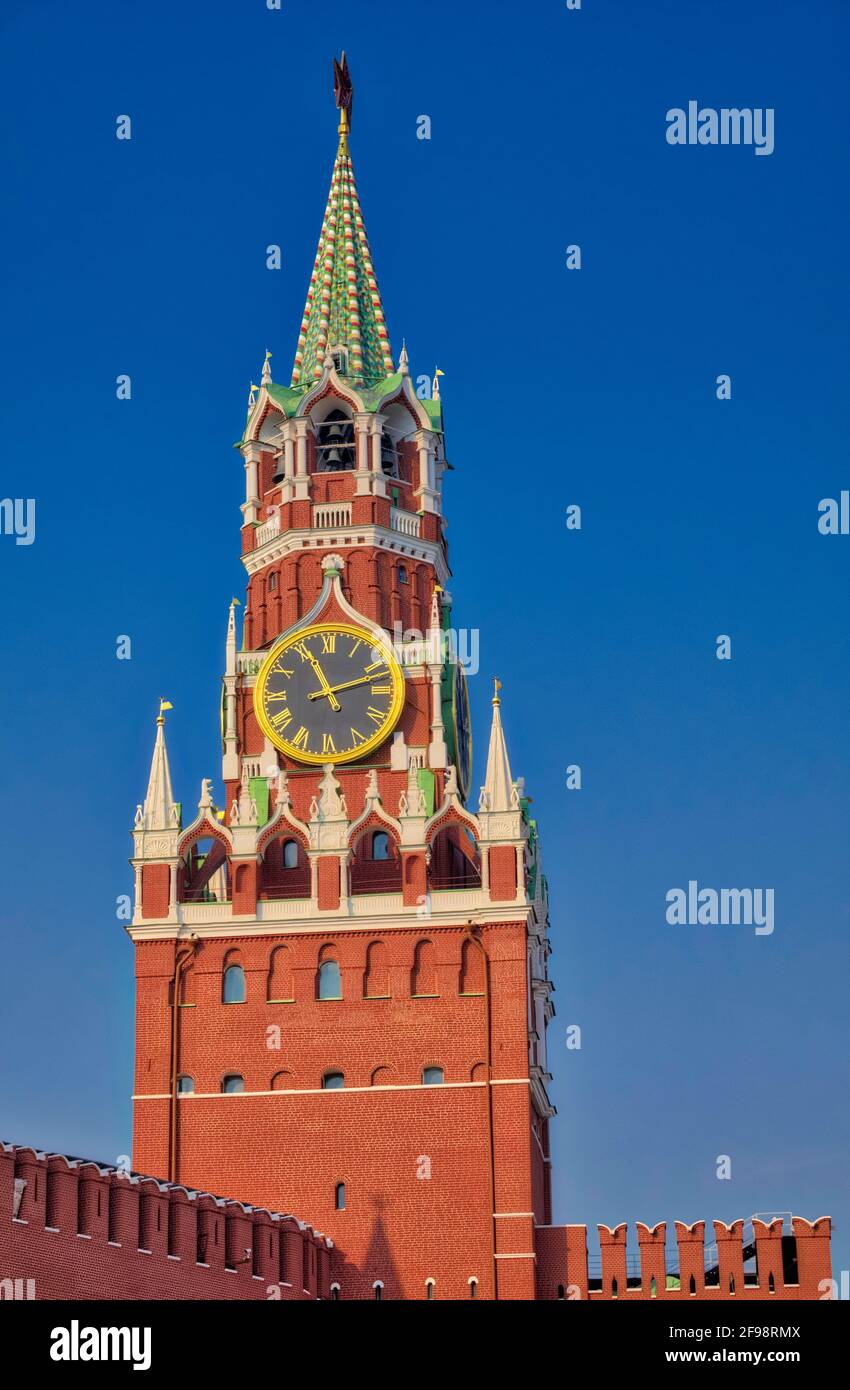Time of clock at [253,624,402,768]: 11:12
